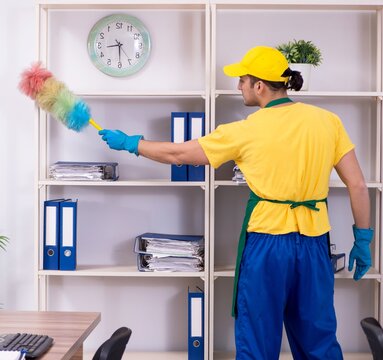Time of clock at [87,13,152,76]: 8:29
